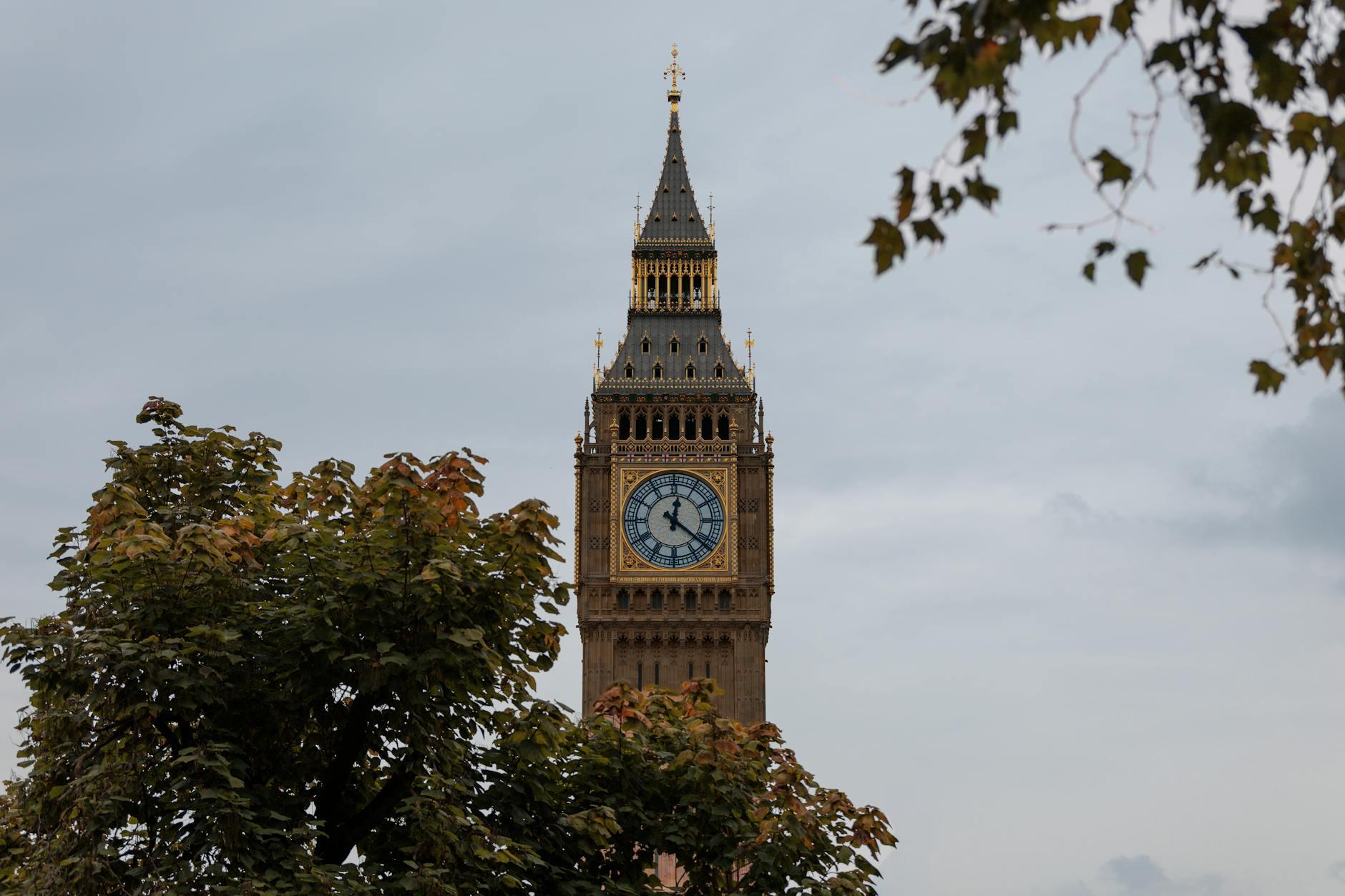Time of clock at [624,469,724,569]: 12:21
